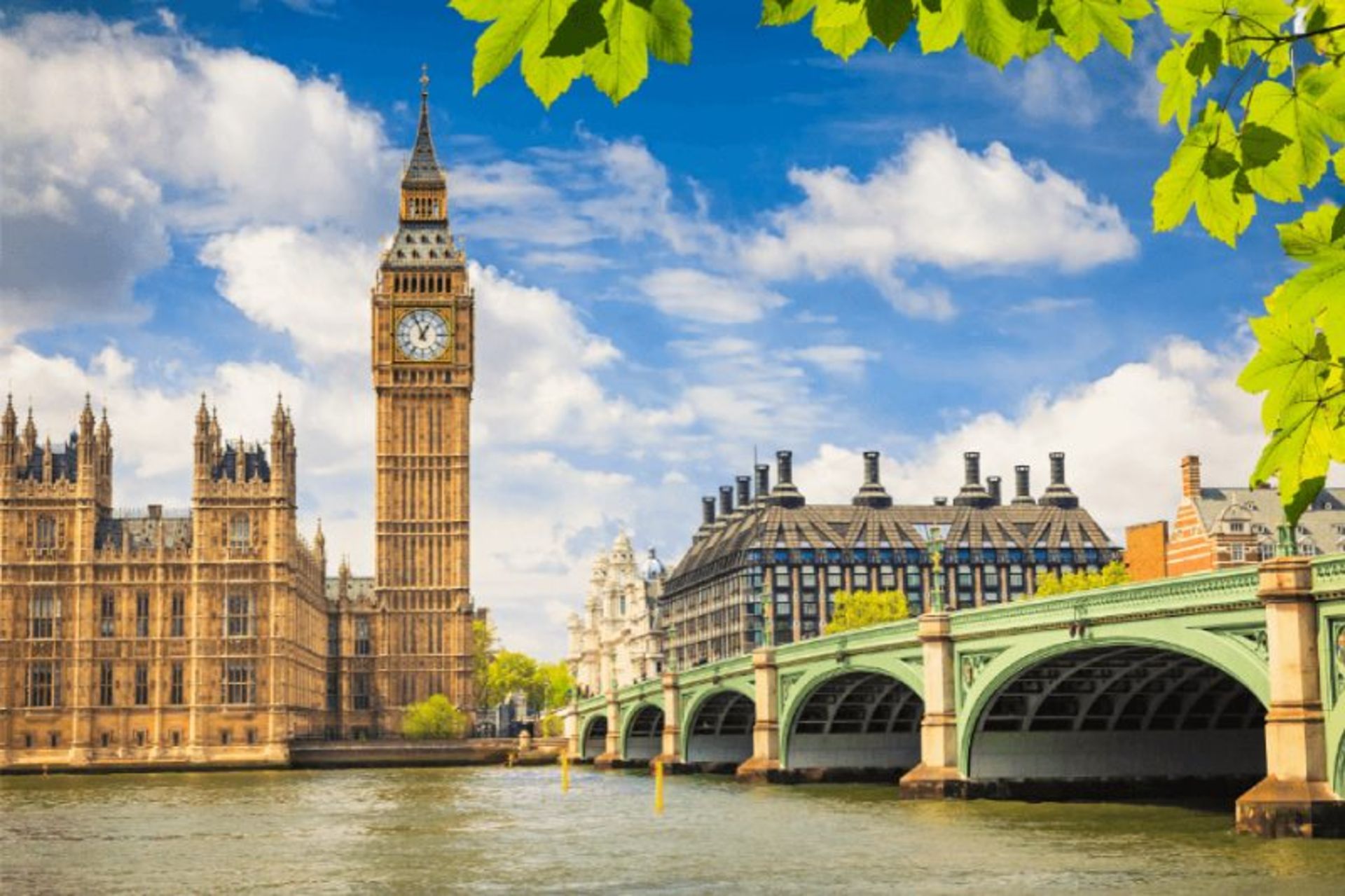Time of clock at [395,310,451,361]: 12:56
